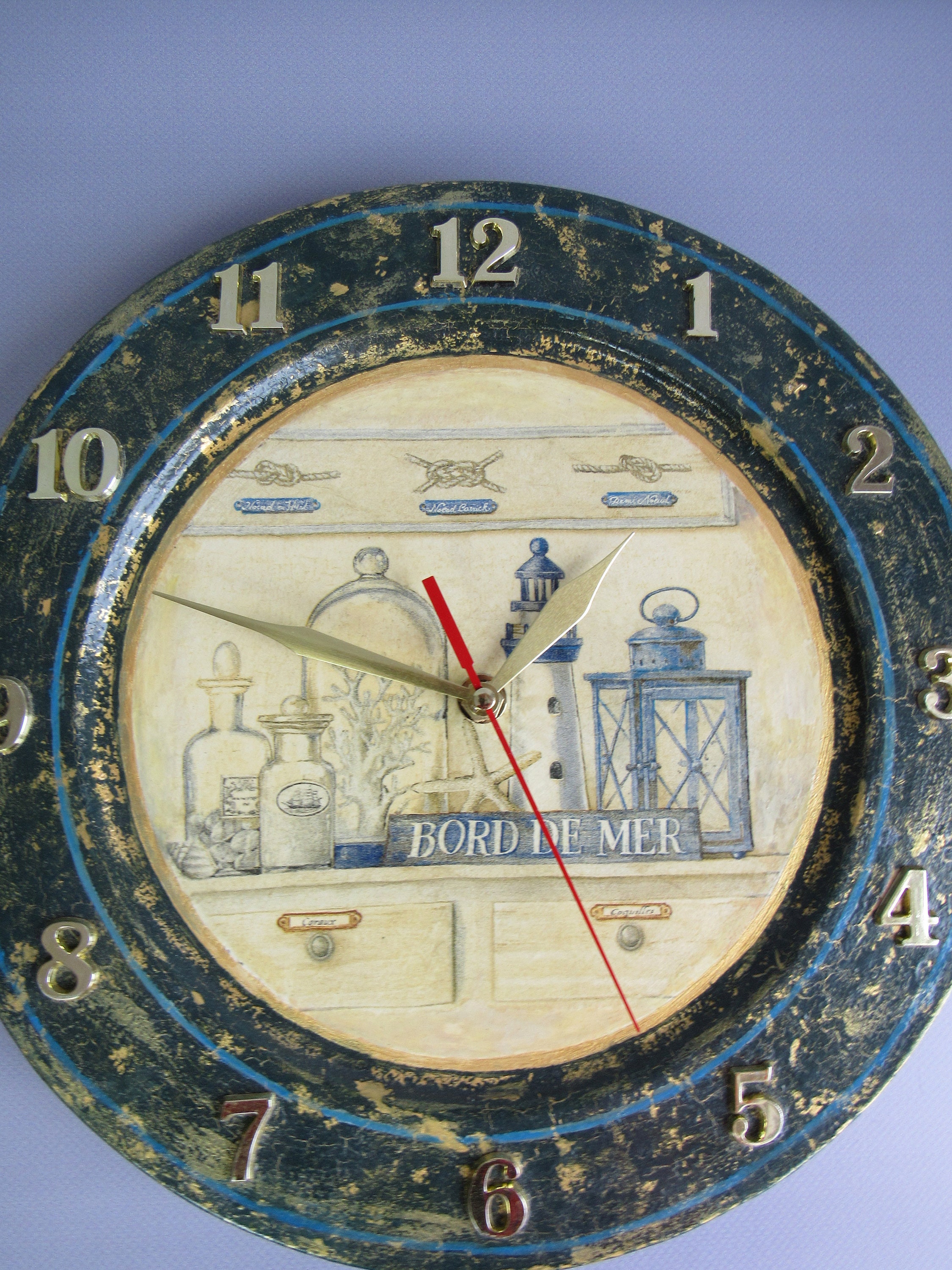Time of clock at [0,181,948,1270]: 12:48
